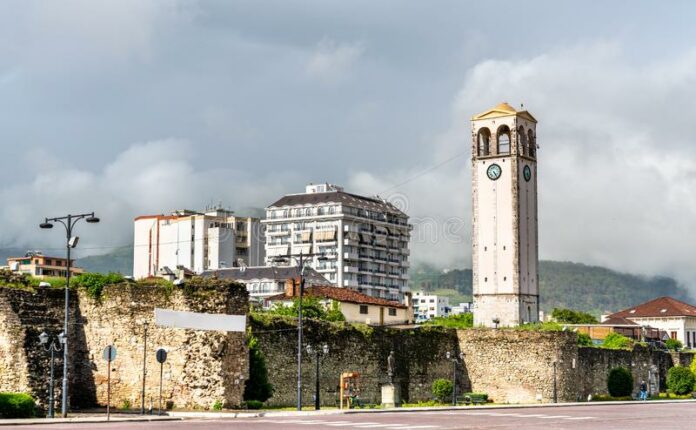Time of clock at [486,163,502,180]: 4:23
